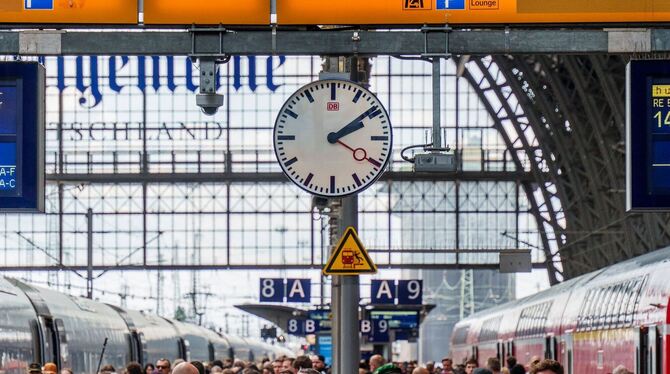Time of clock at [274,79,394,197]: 2:09
